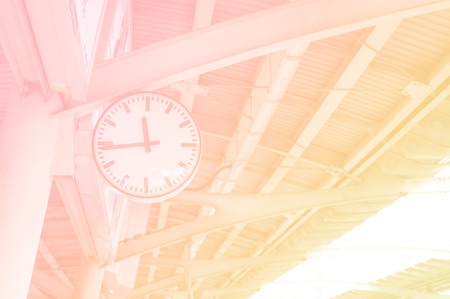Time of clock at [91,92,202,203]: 11:44
